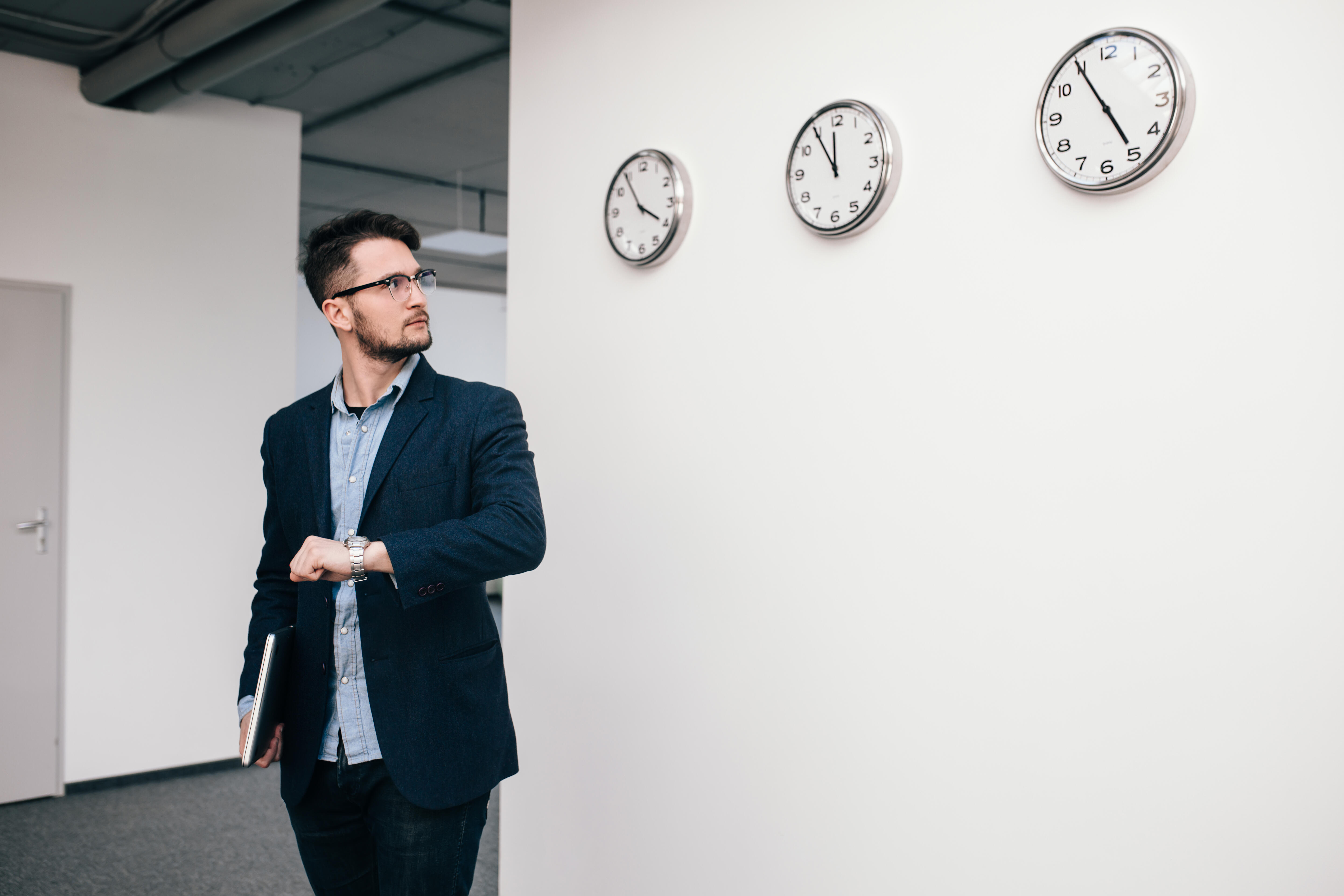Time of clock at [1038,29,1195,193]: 4:54
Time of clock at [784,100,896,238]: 11:54
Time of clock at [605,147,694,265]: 3:54
